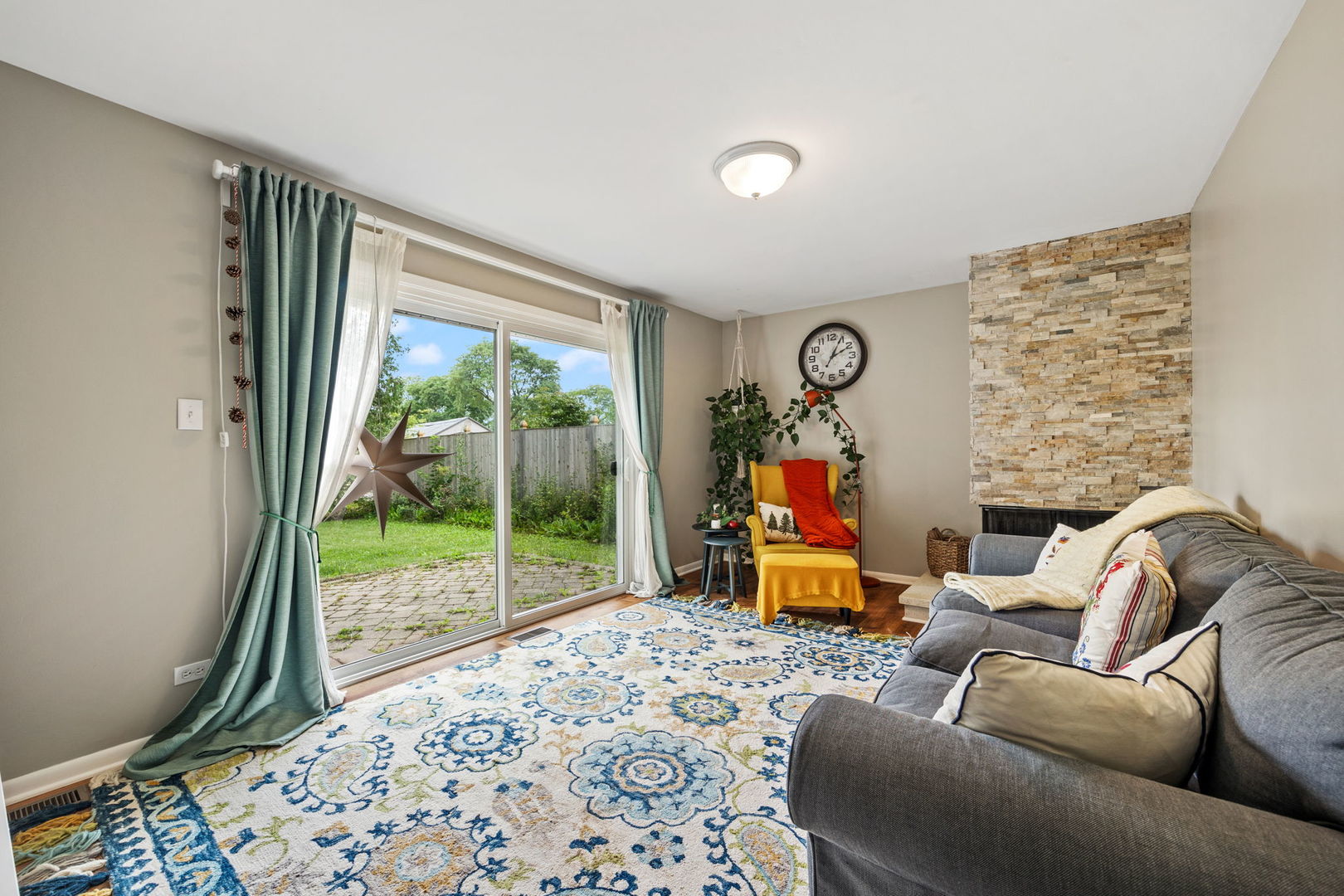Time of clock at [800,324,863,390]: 2:04
